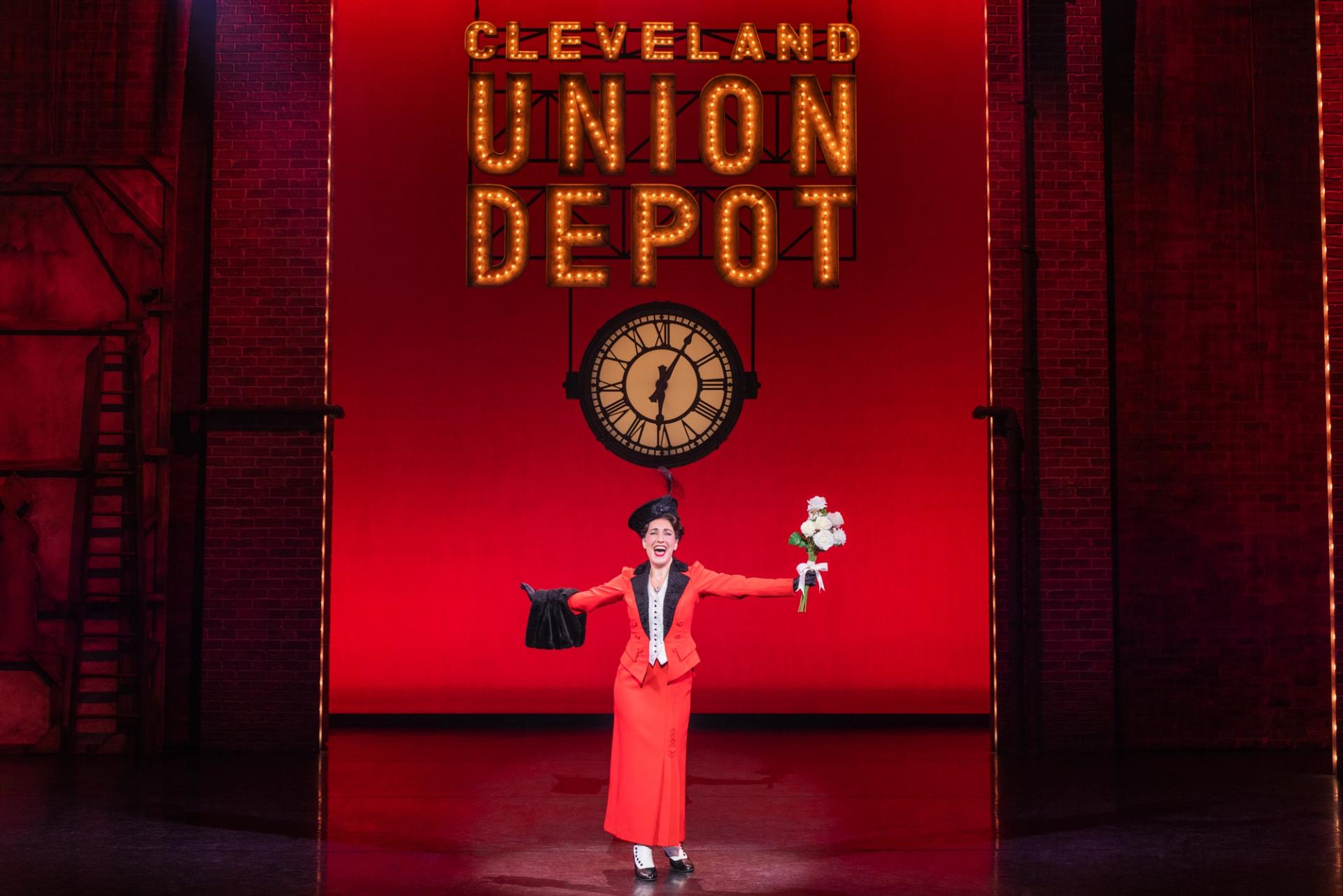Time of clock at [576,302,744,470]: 6:05
